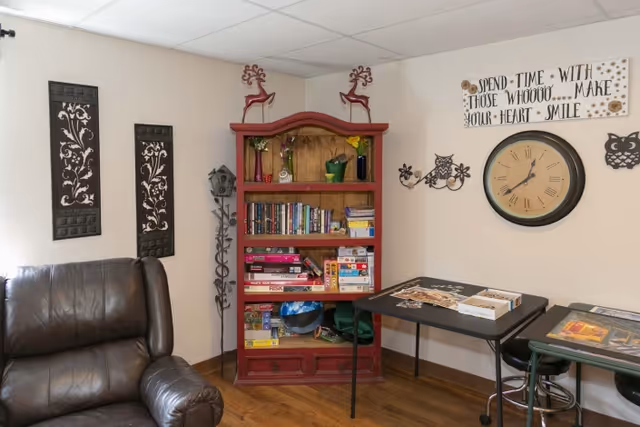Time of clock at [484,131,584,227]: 12:38
